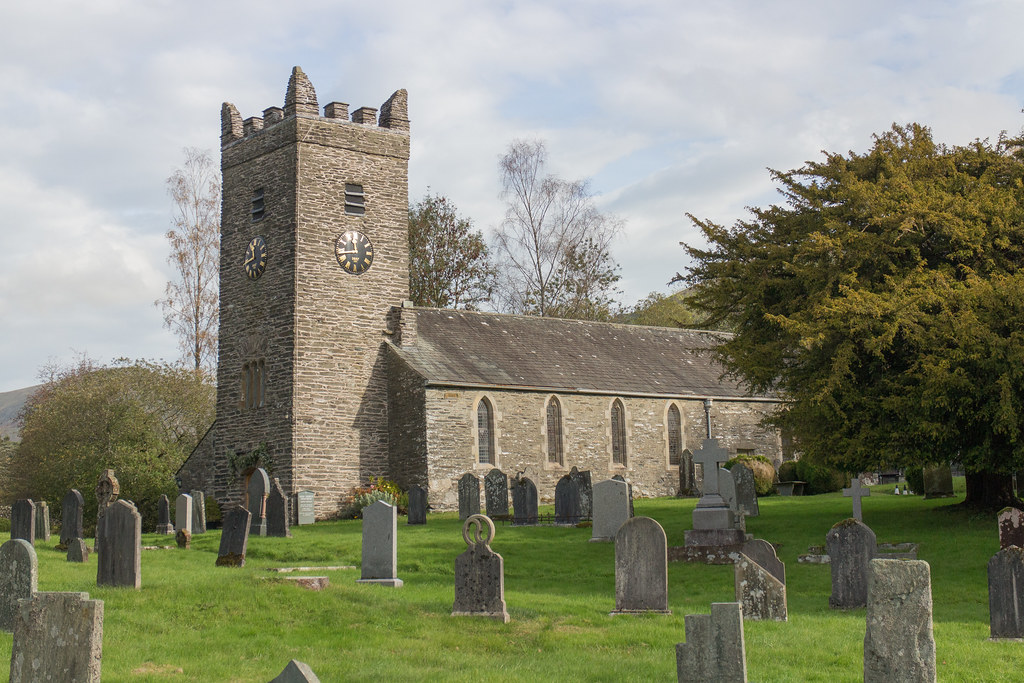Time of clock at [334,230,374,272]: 11:44
